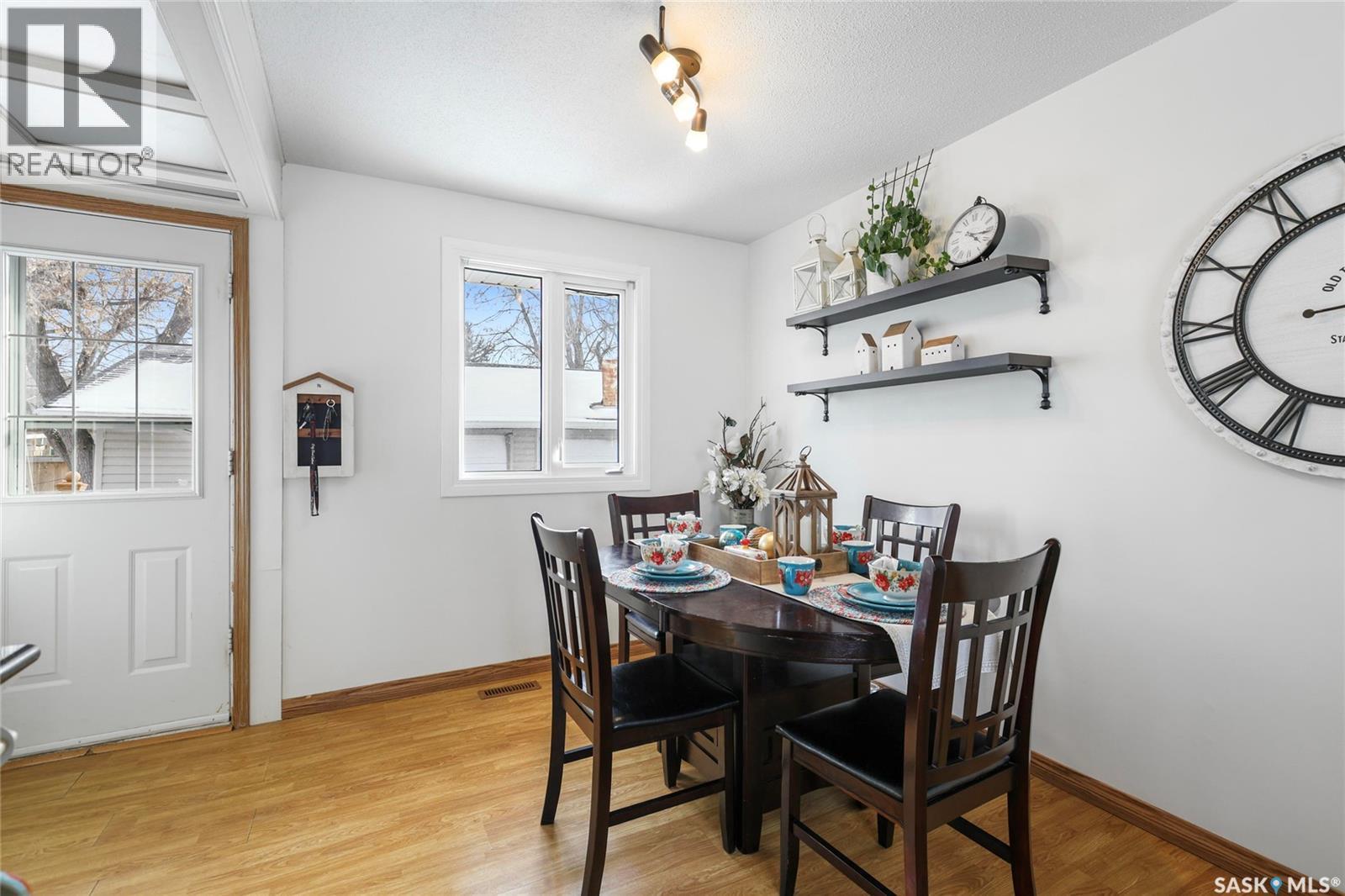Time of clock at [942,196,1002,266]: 4:16
